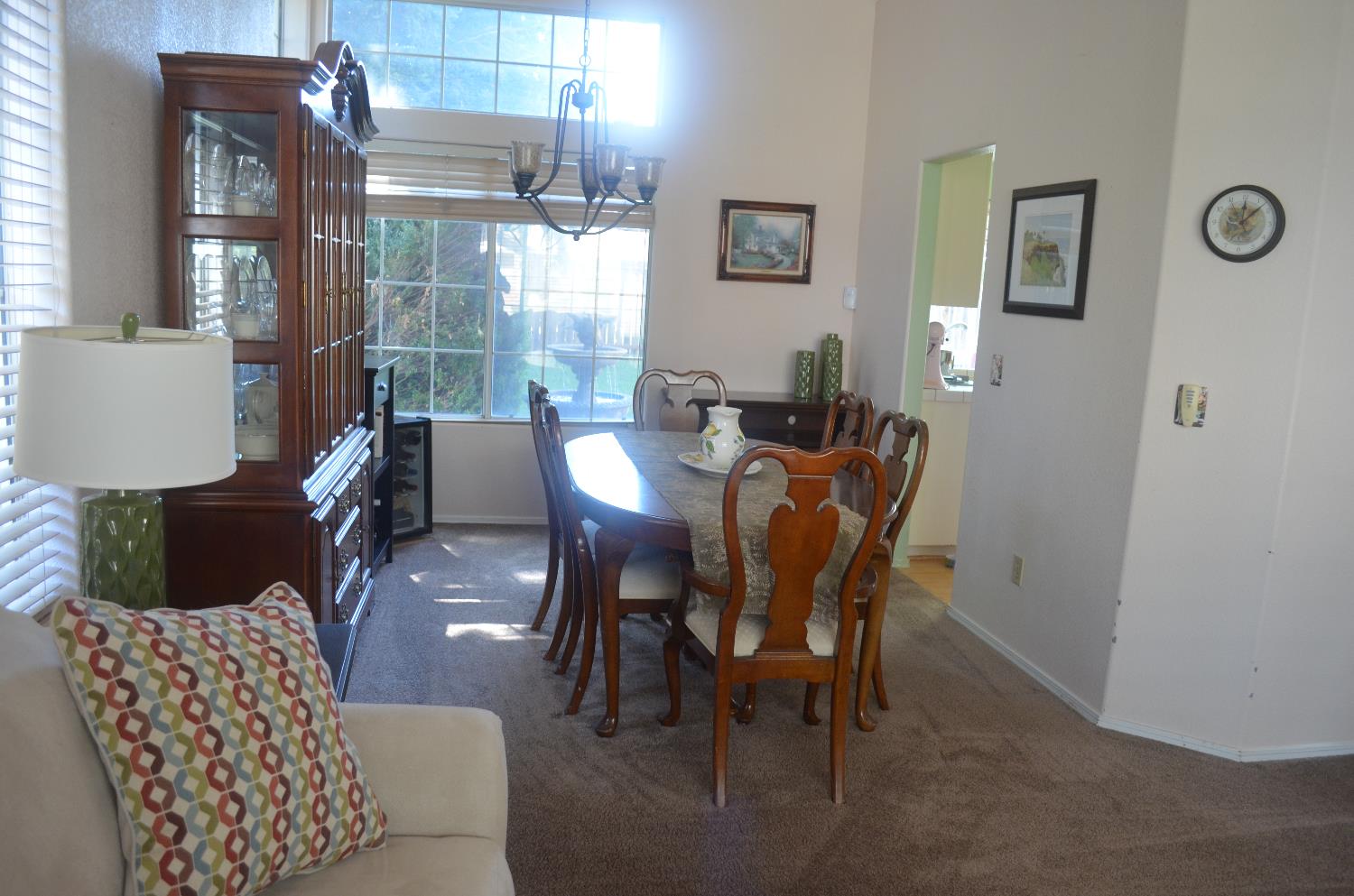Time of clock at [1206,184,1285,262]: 12:07
